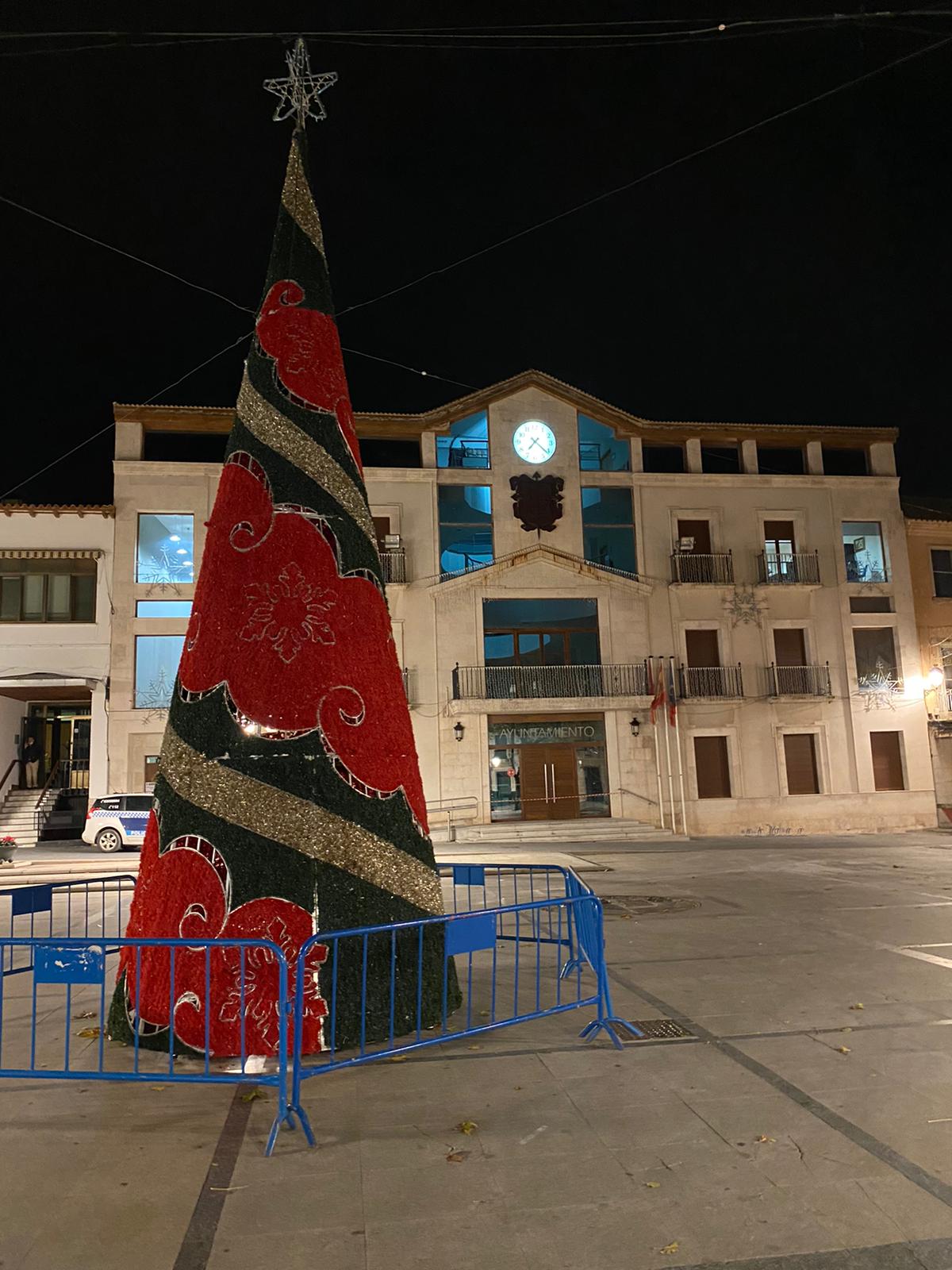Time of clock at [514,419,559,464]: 7:21
